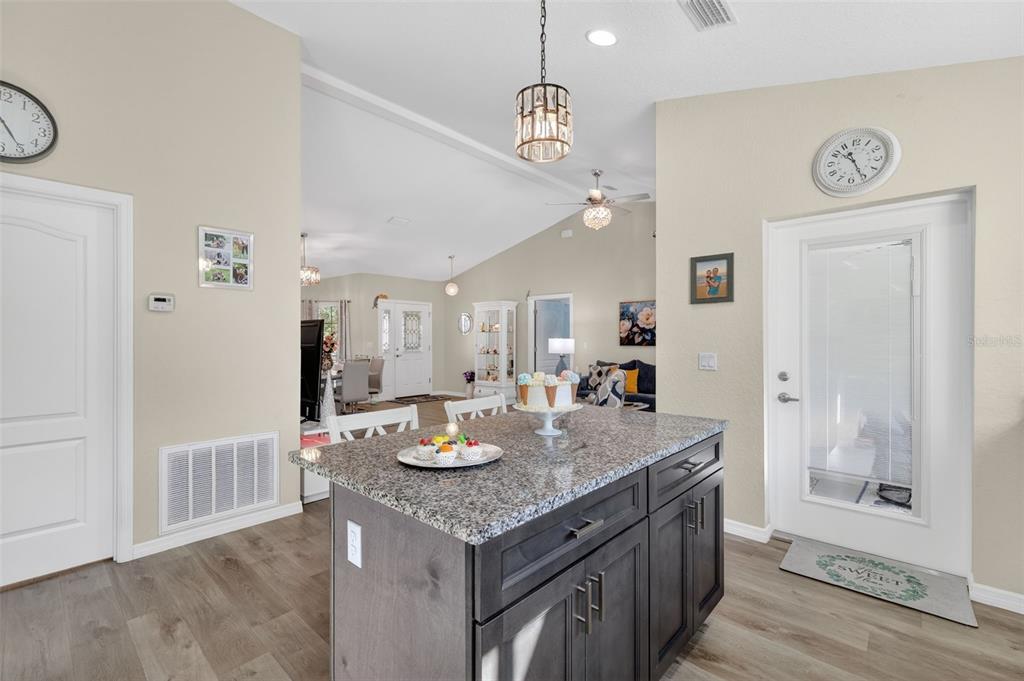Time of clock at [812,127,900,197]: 10:25
